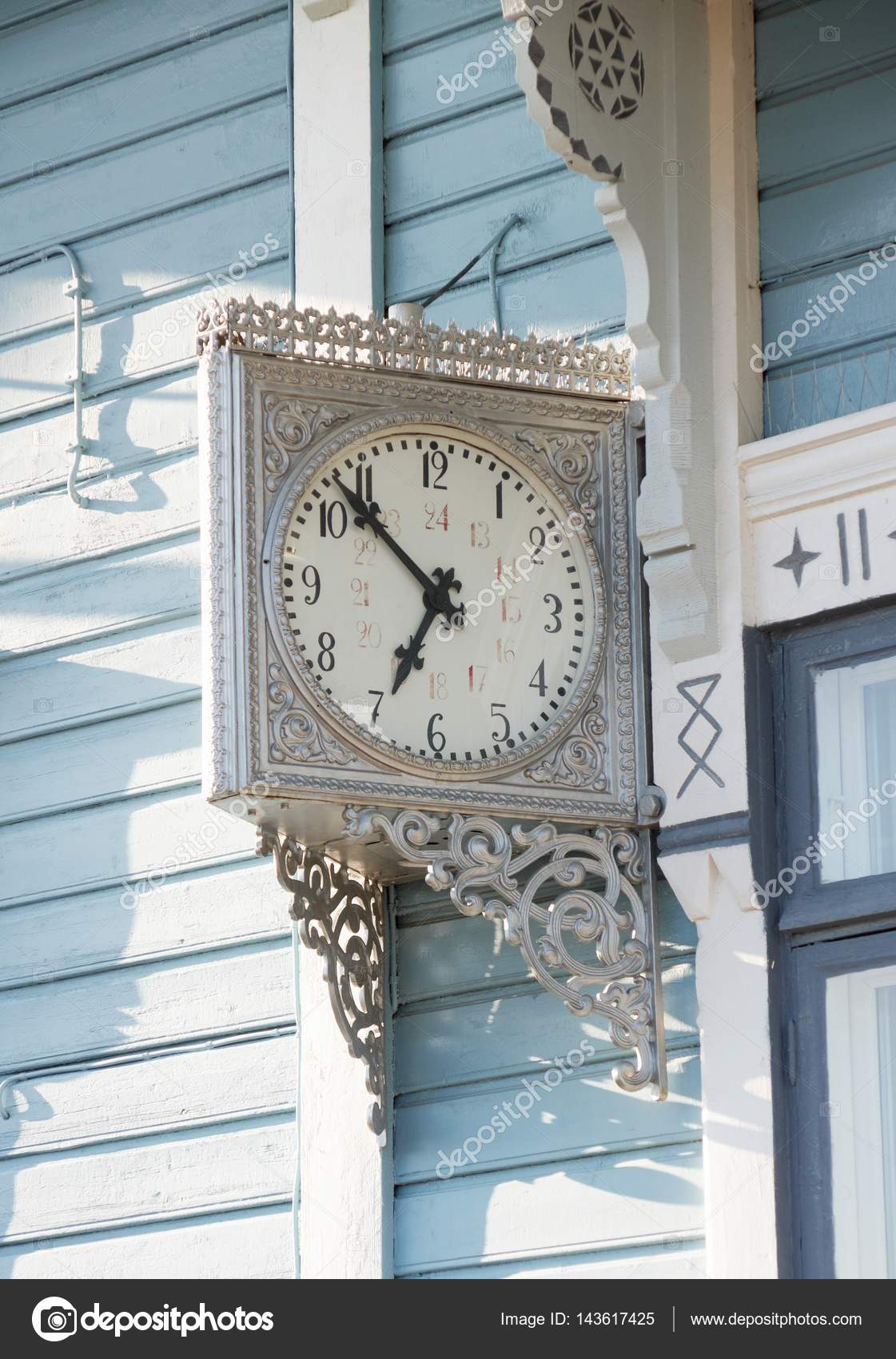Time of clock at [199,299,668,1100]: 6:52
